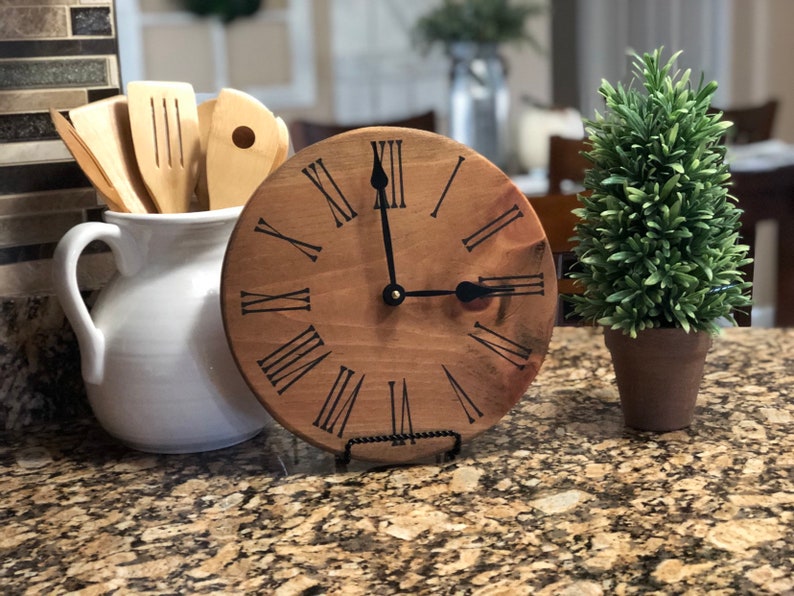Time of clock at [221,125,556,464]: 2:59
